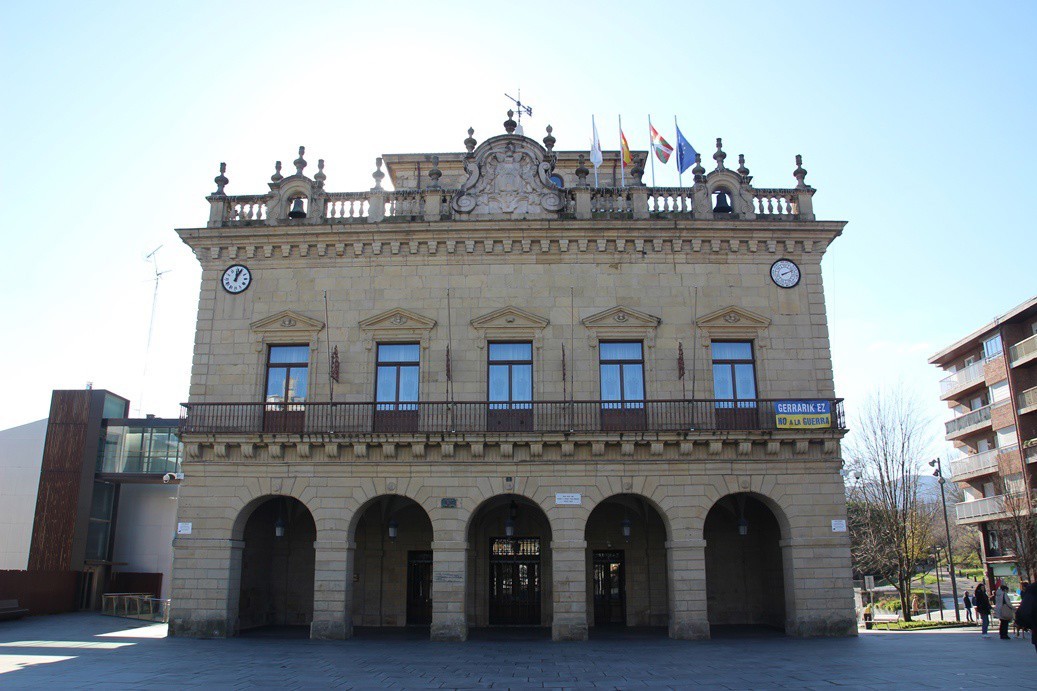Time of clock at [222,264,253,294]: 12:04
